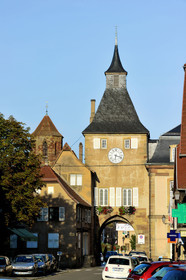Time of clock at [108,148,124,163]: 6:18
